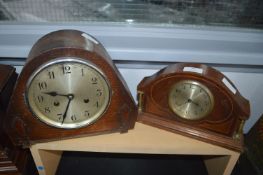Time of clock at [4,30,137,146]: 9:33
